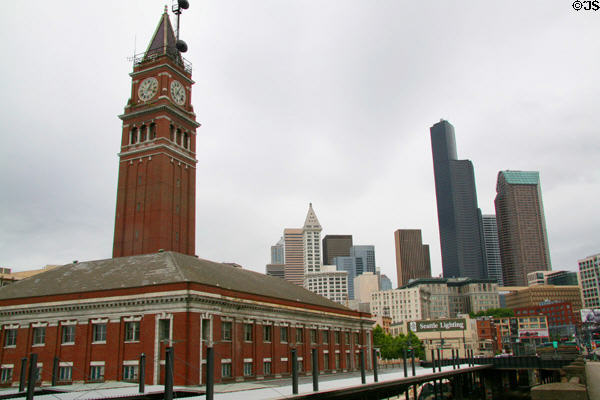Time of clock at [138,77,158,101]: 1:18
